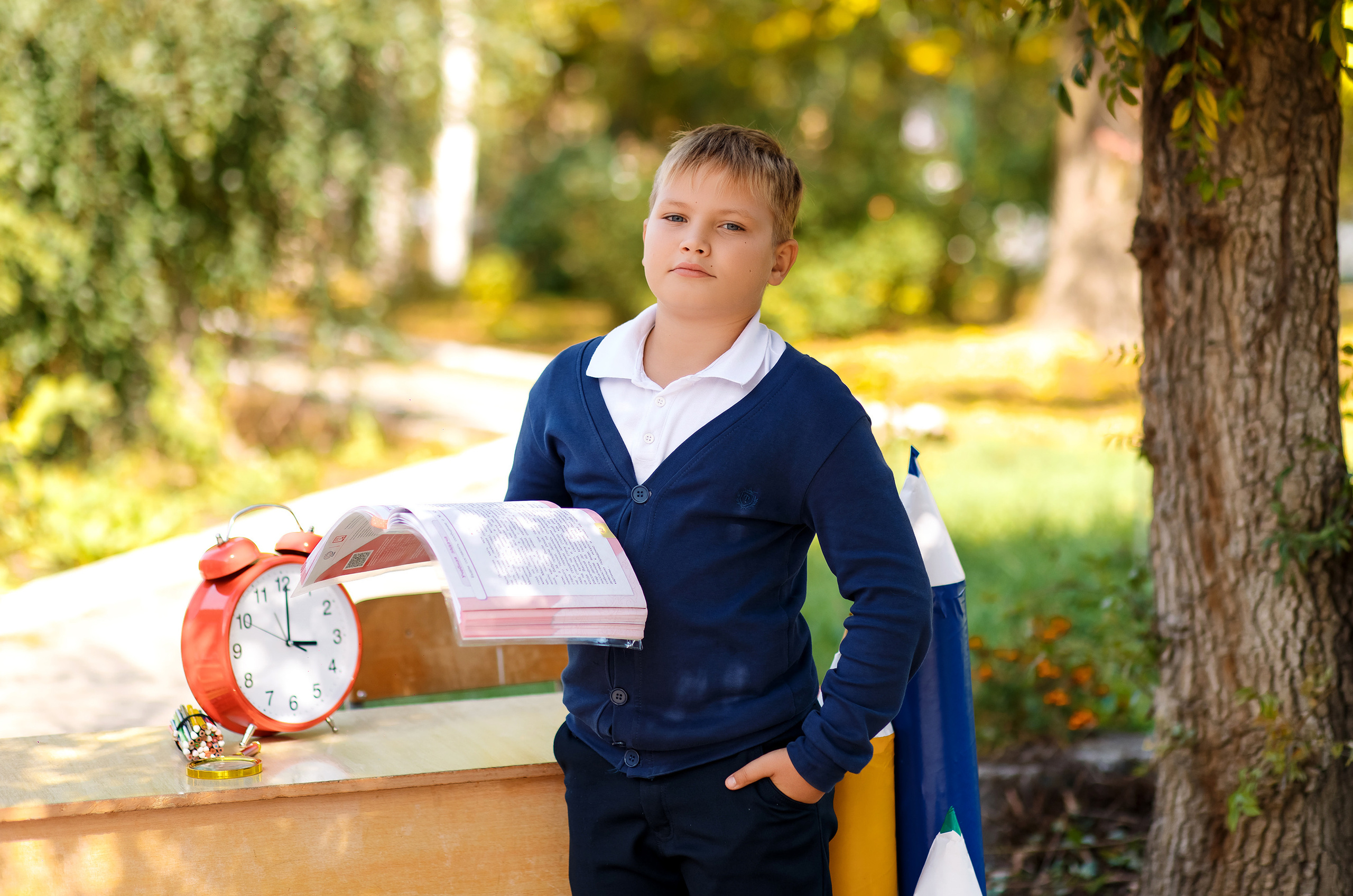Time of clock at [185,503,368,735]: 3:00
